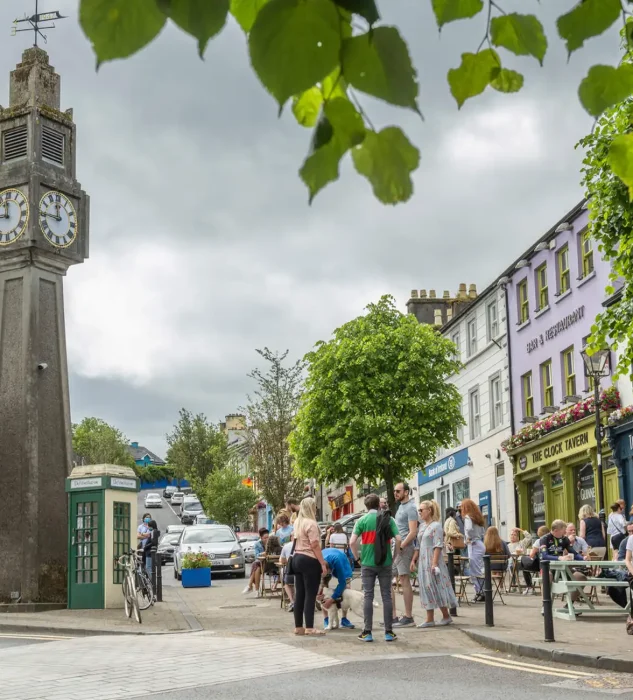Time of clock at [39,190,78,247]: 11:44
